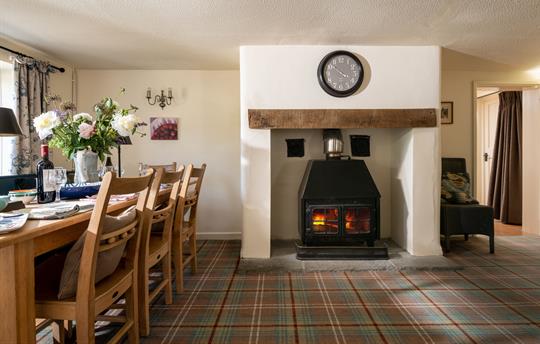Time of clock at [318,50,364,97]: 3:51
